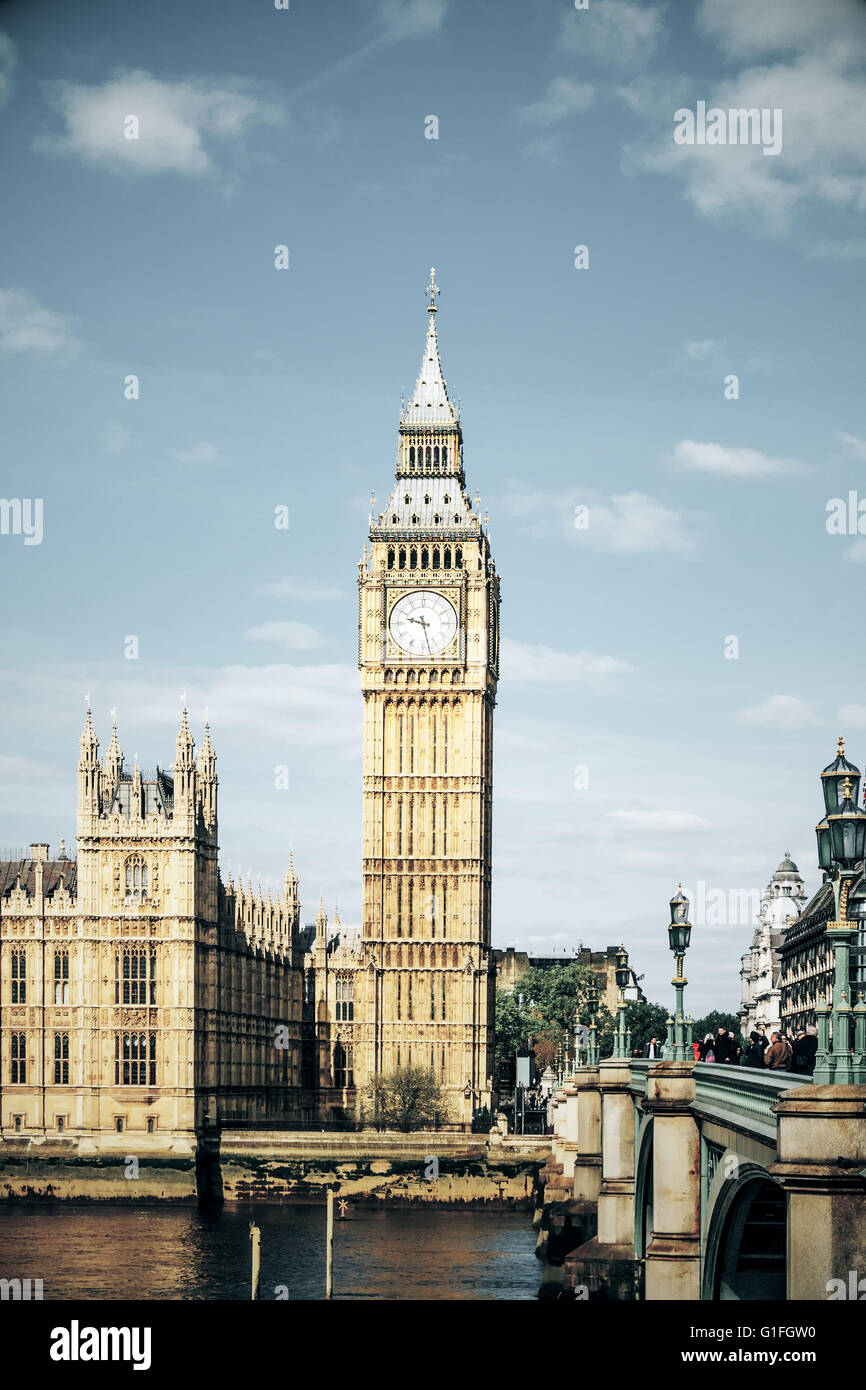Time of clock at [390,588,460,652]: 9:28
